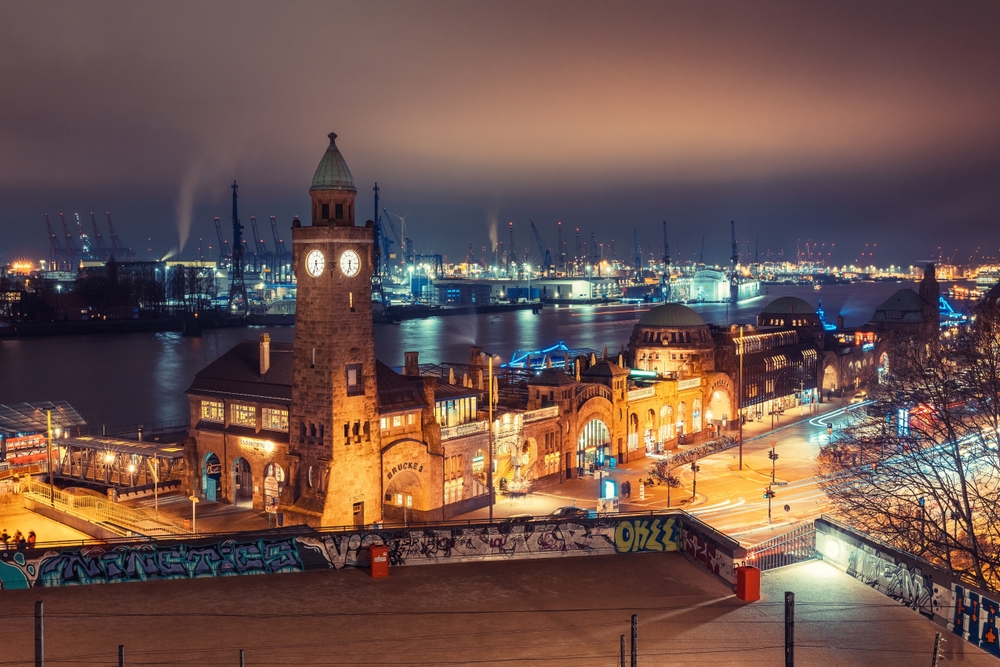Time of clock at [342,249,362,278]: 5:32
